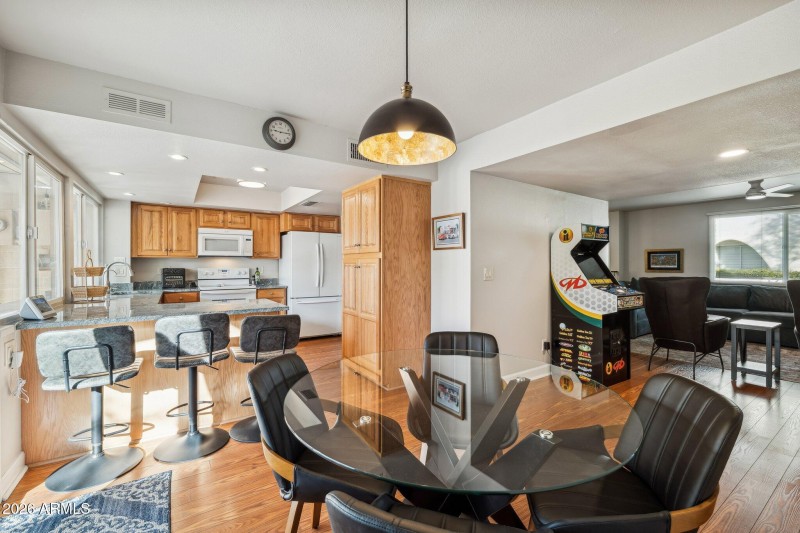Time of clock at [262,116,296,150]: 9:14
